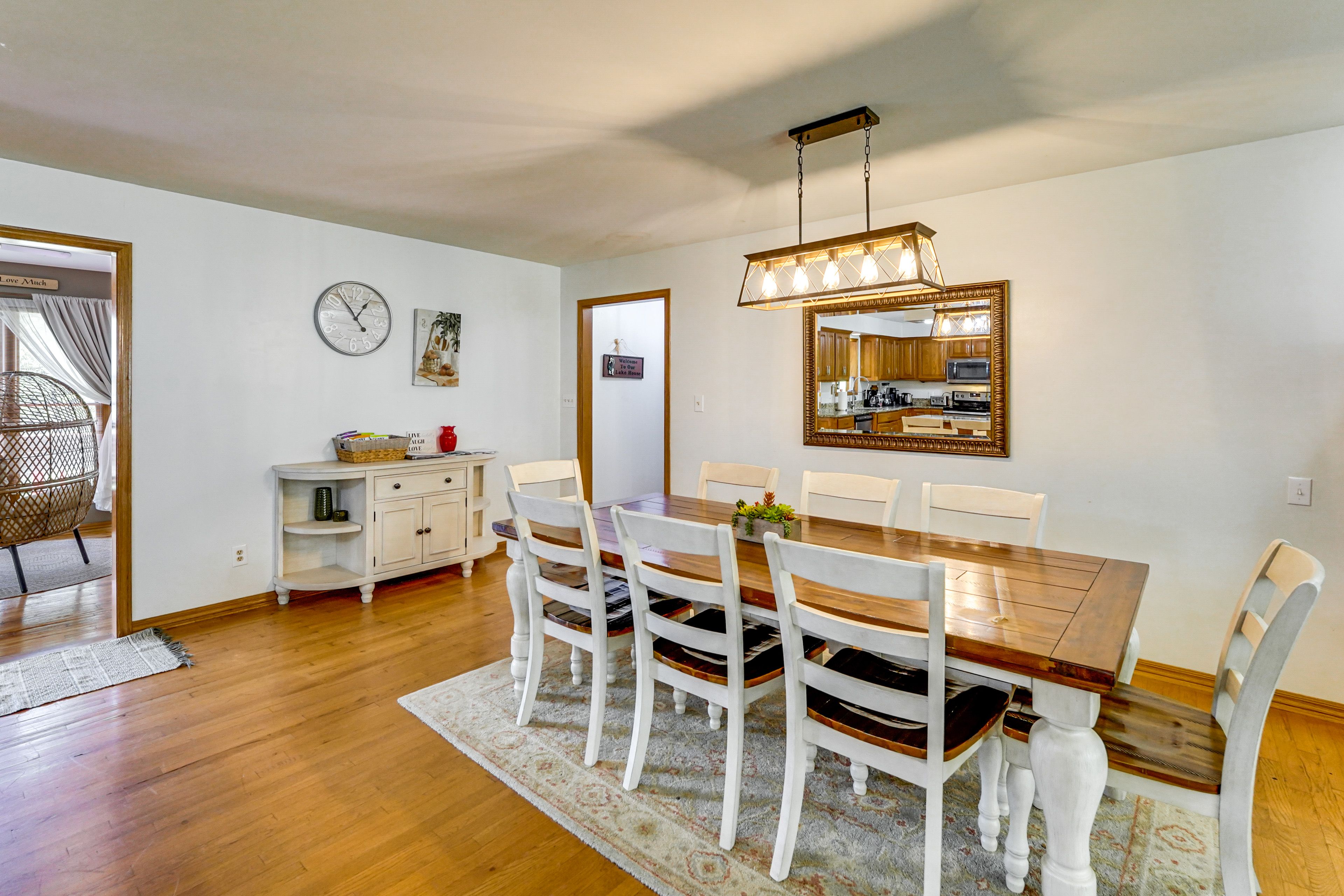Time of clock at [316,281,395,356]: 12:53
